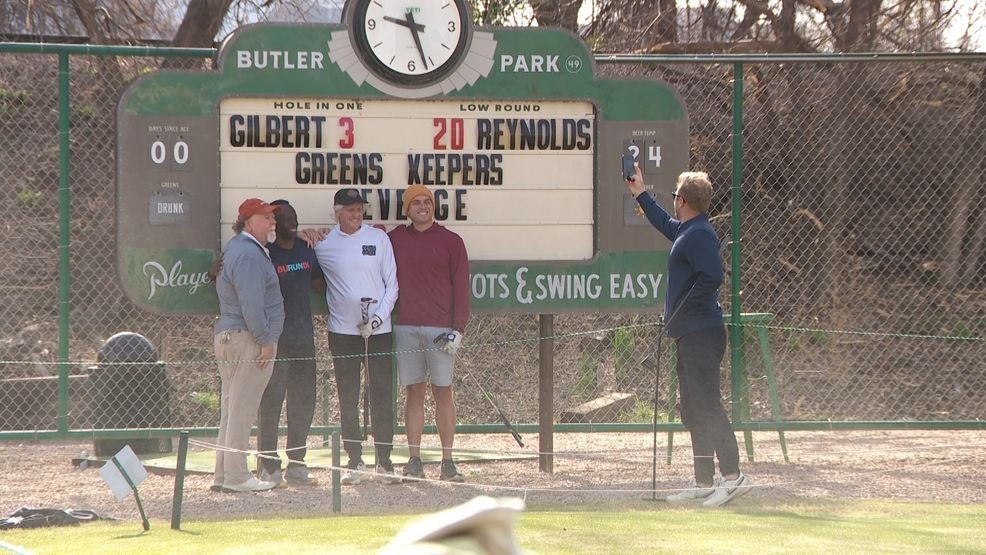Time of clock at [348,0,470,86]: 9:26
